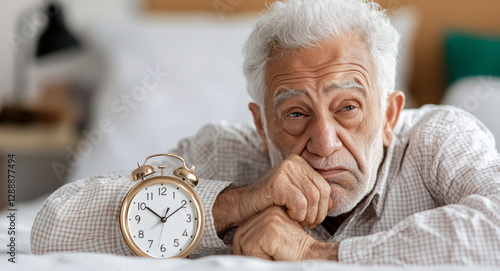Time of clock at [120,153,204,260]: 10:09
